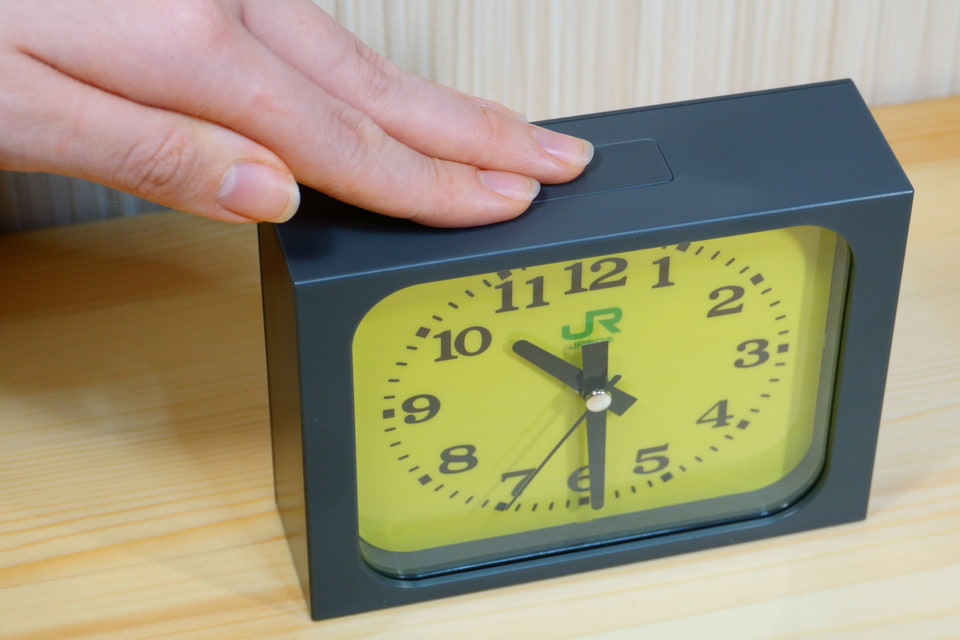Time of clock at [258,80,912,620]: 10:29
